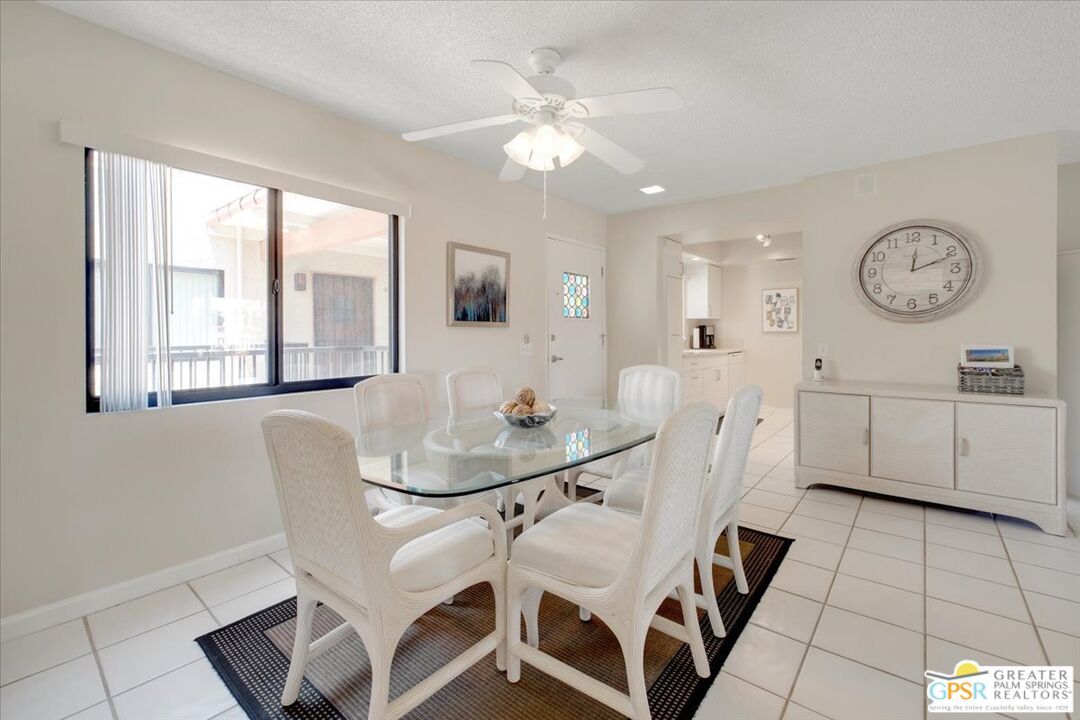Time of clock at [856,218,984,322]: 12:11
